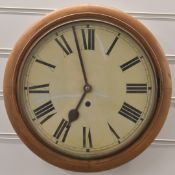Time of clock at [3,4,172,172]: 6:57
